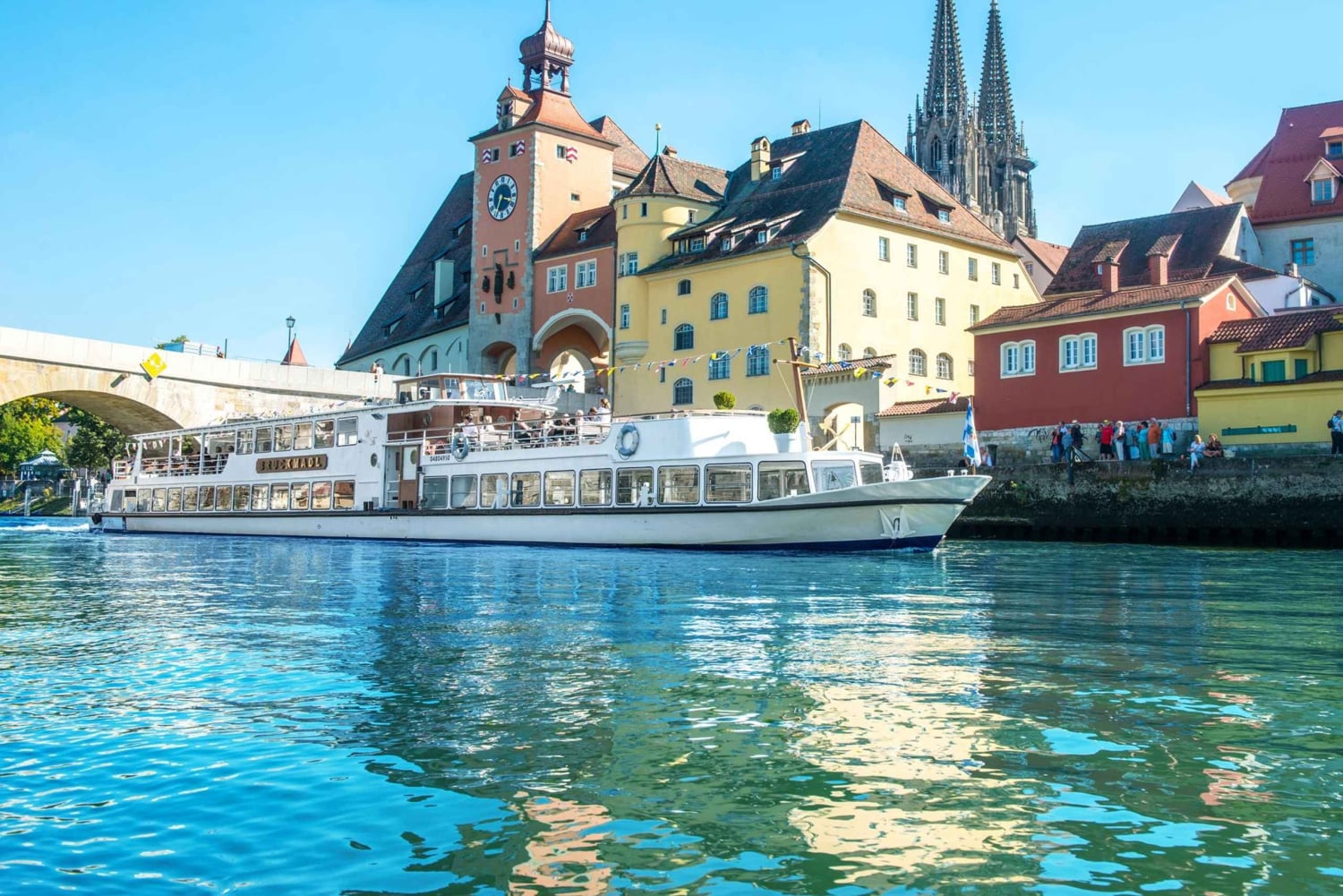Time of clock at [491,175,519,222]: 3:34
